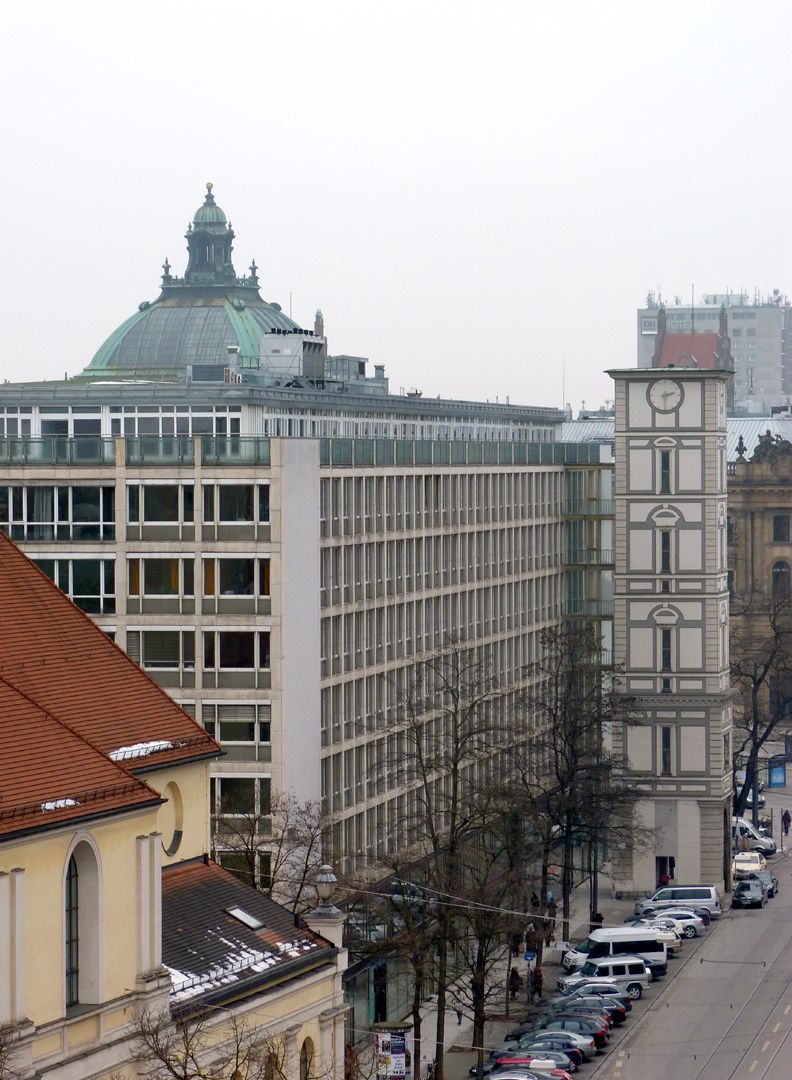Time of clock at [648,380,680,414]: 2:30
